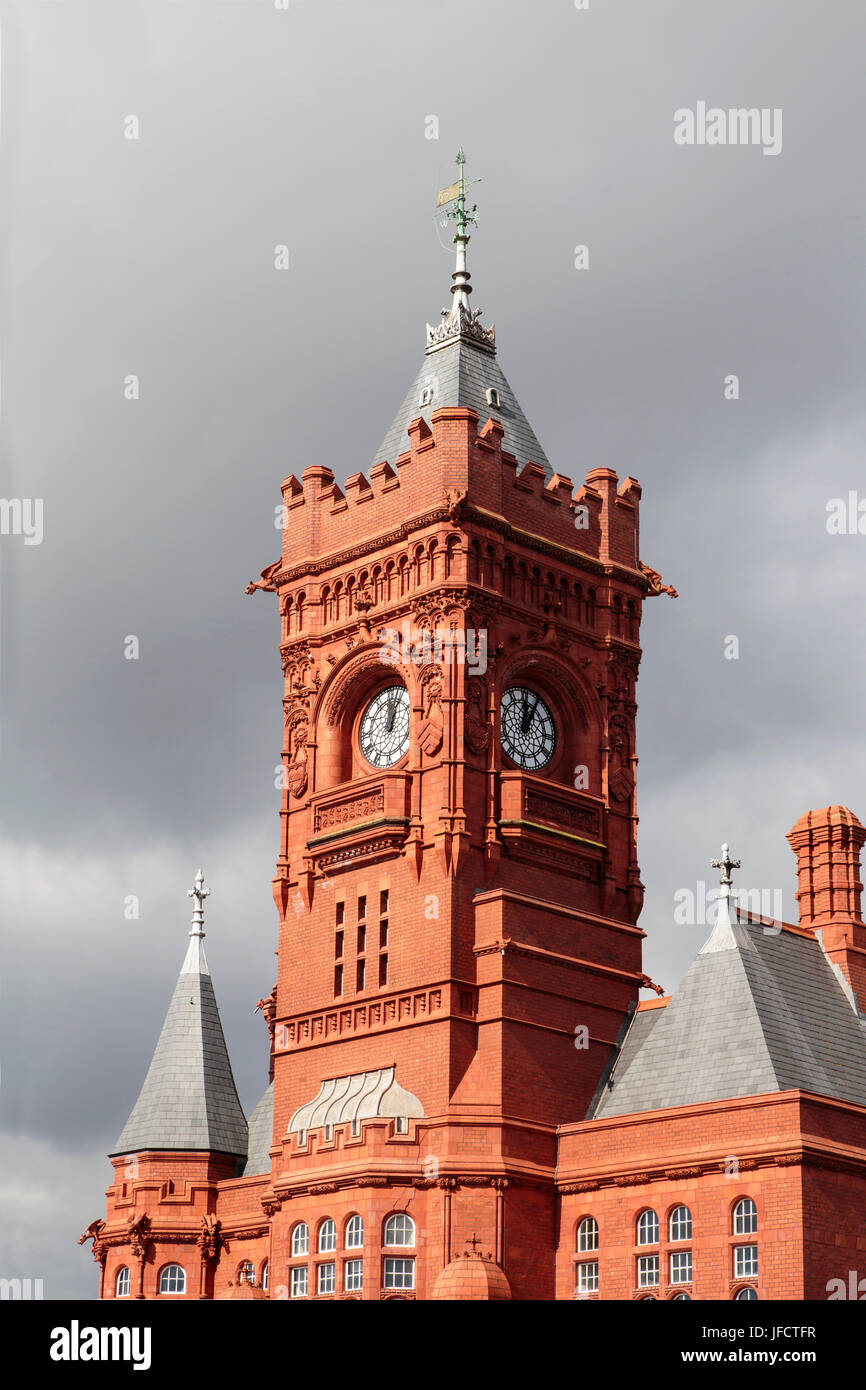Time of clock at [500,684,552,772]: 12:04
